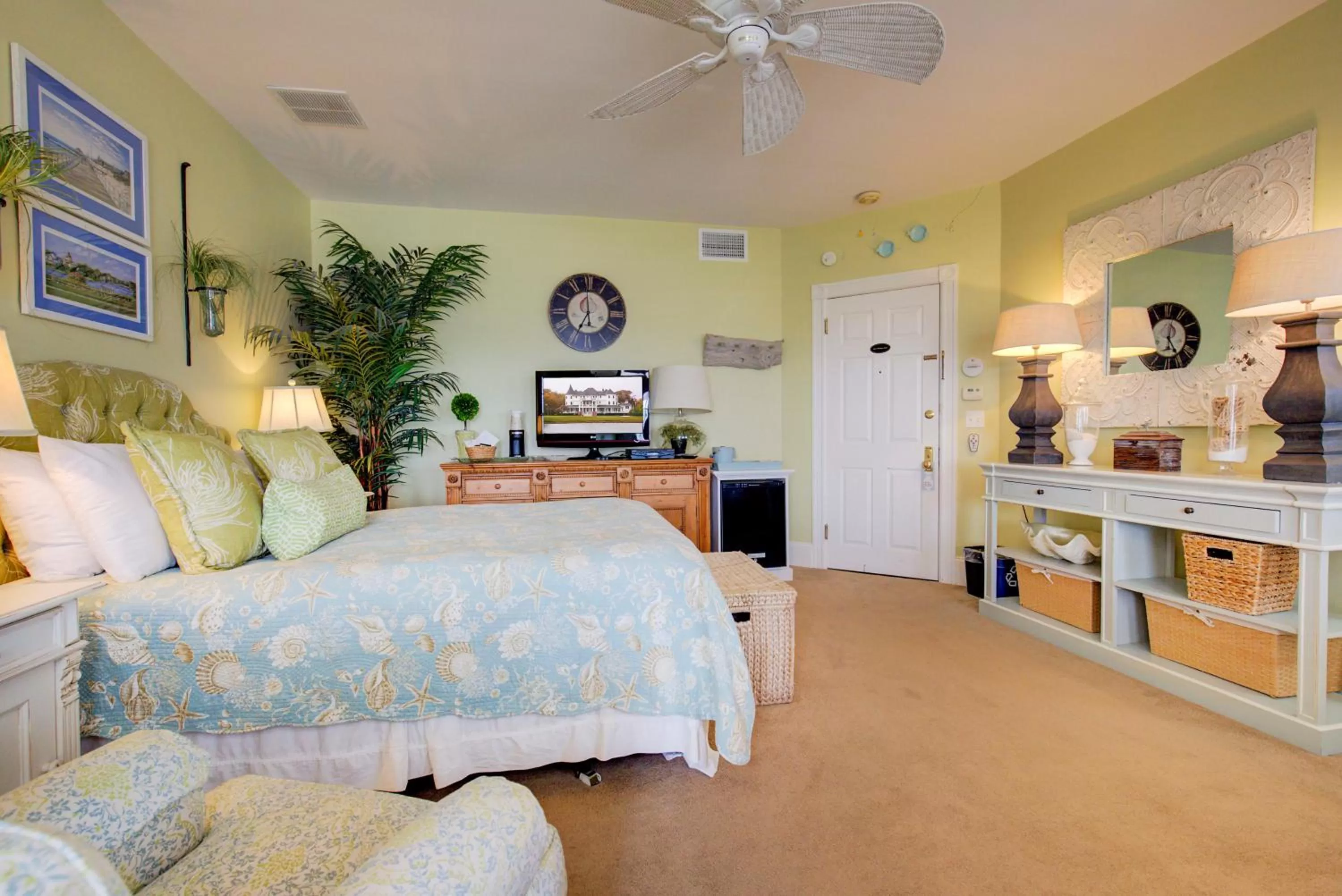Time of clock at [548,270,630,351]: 6:59
